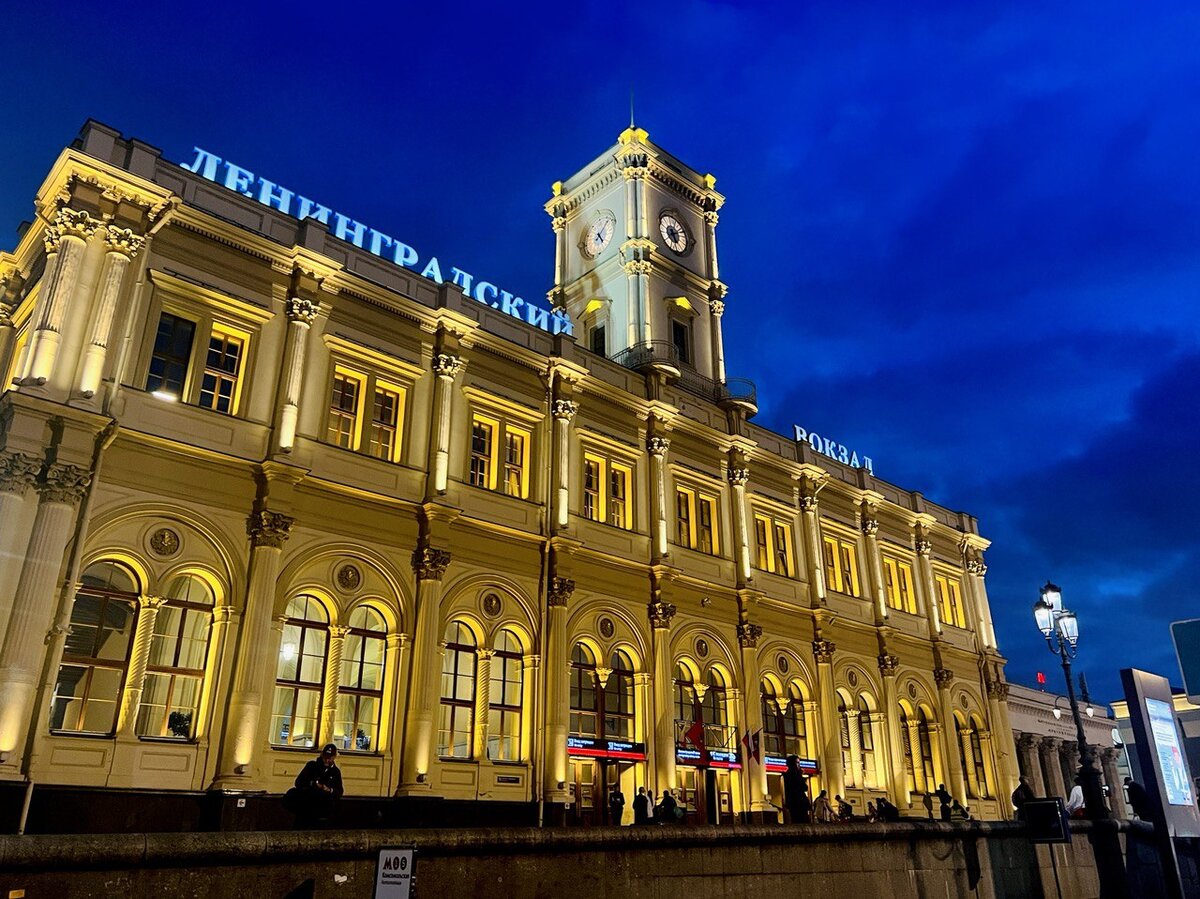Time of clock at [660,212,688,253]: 5:11
